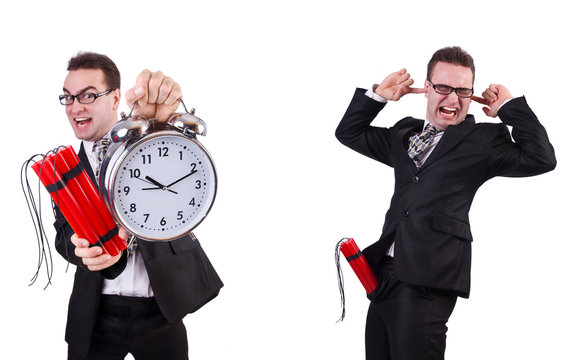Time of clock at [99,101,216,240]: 10:11
